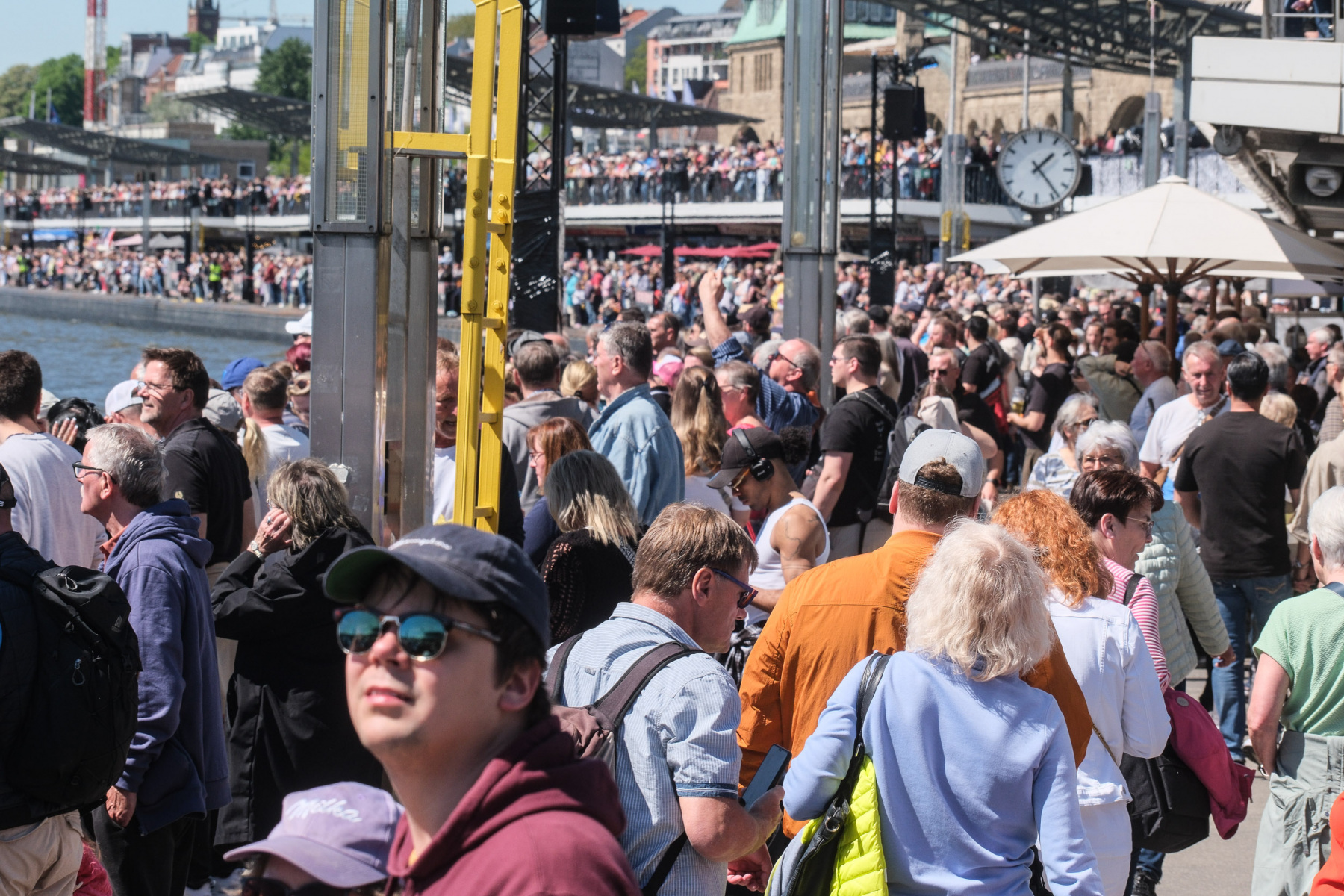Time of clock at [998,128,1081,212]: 1:23
